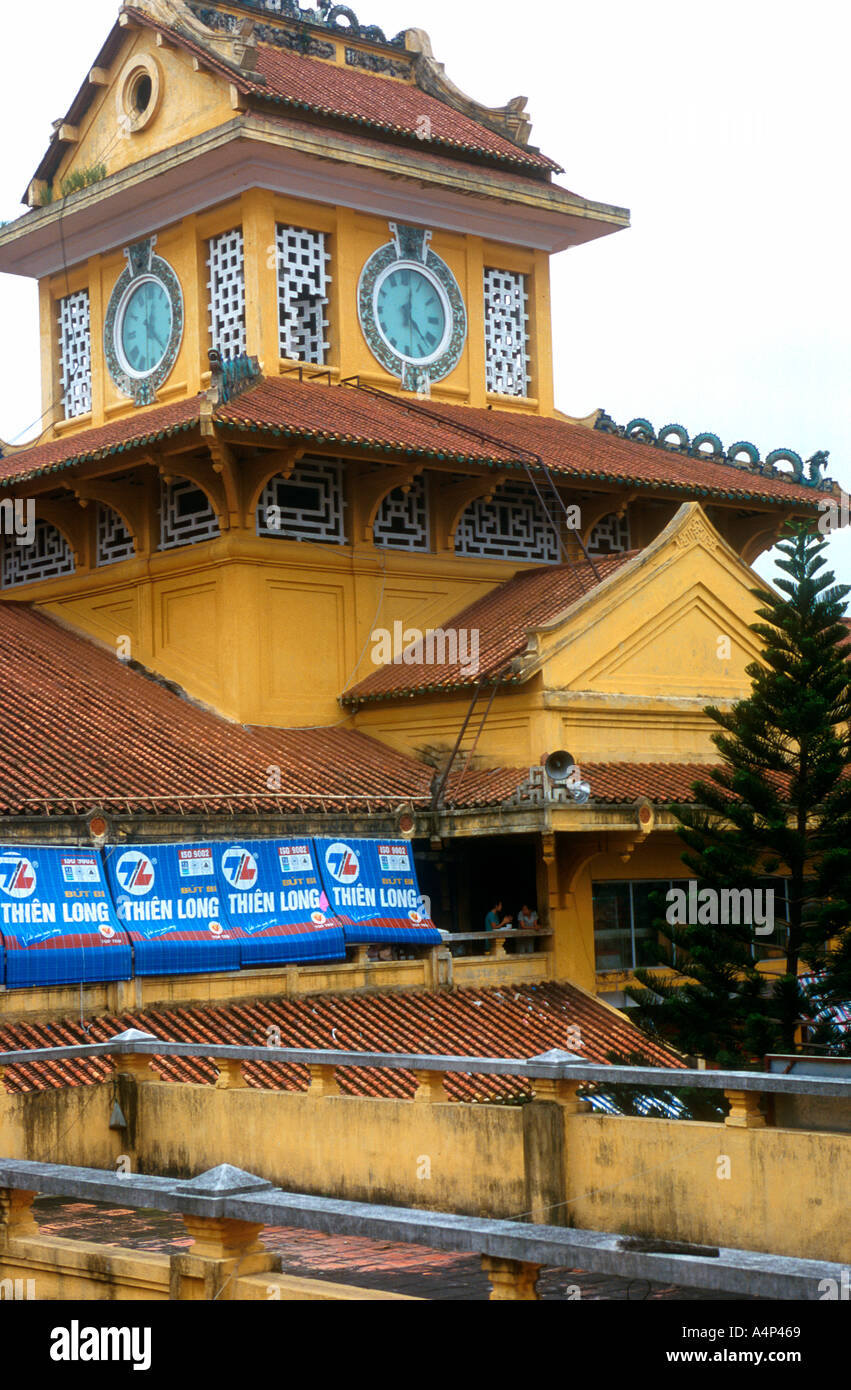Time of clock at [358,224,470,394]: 12:22
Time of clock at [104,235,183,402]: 12:22
